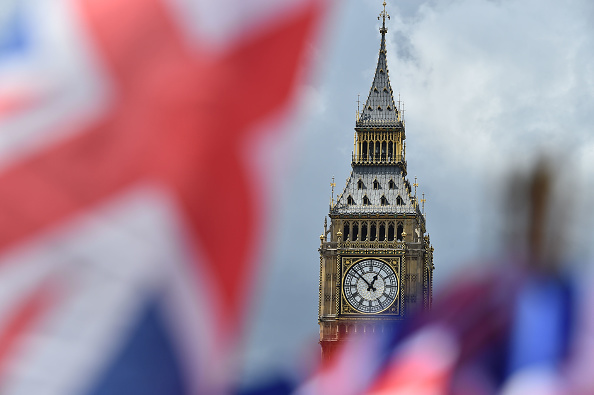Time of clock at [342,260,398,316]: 12:52
